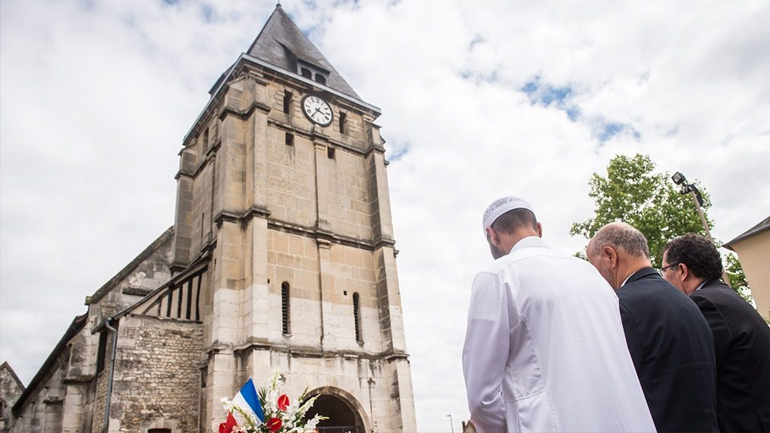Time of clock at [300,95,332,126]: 3:35
